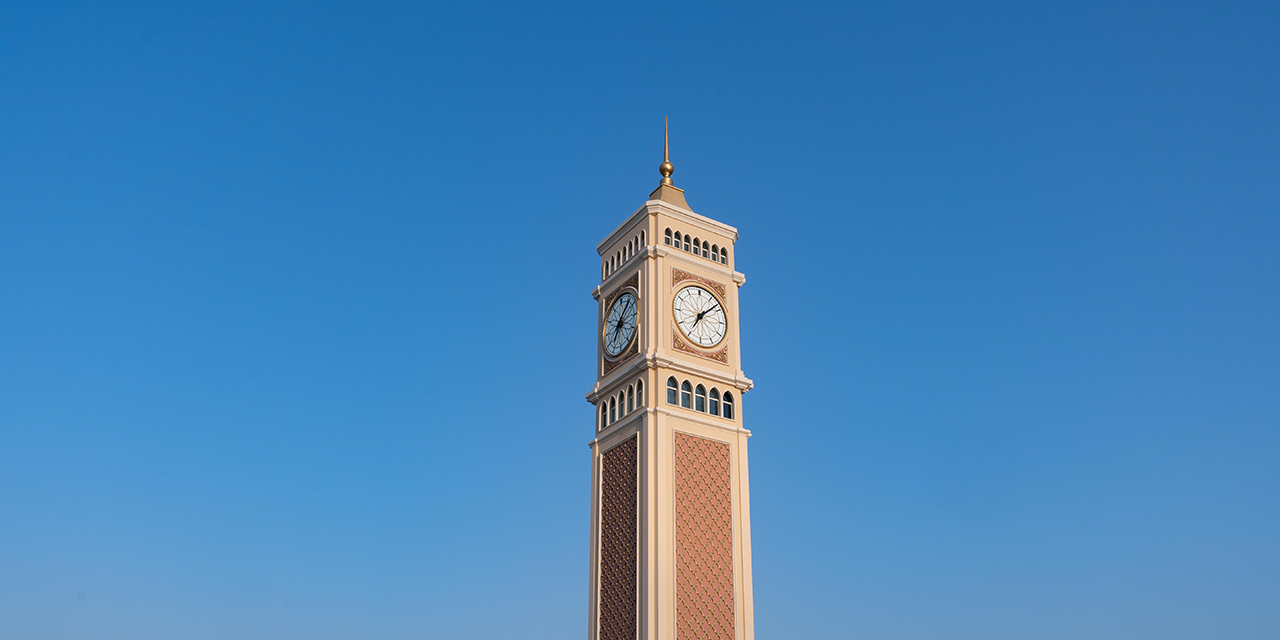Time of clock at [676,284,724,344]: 7:08
